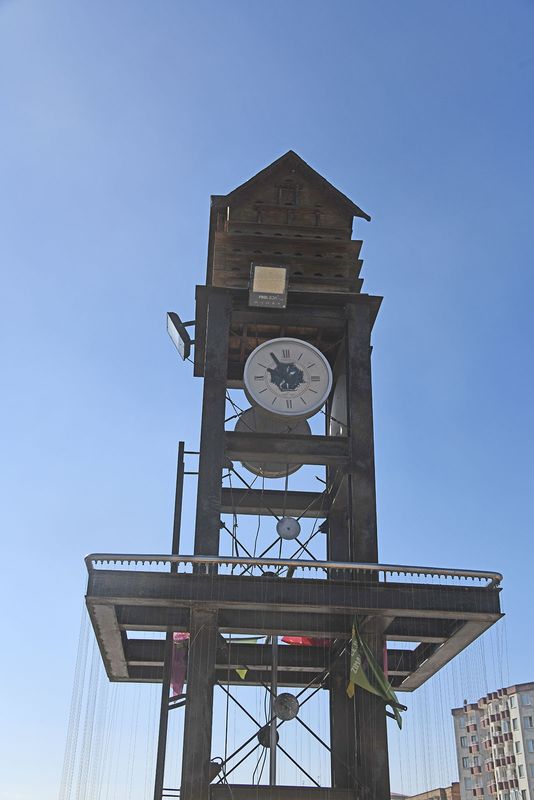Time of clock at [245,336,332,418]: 9:55
